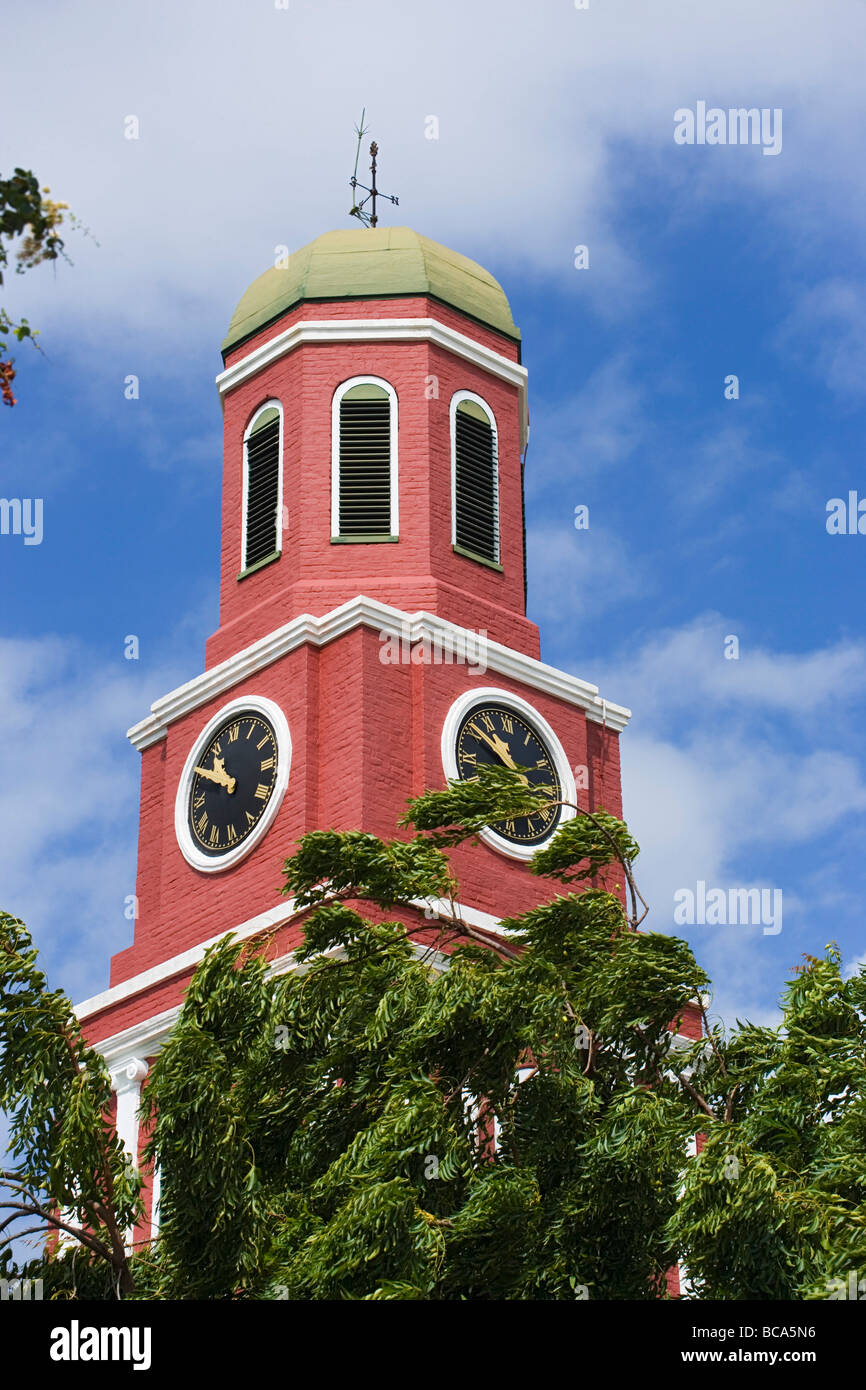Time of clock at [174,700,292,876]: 10:50
